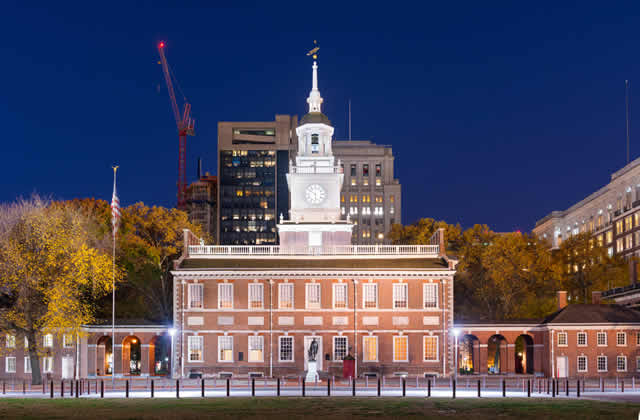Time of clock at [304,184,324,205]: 5:51
